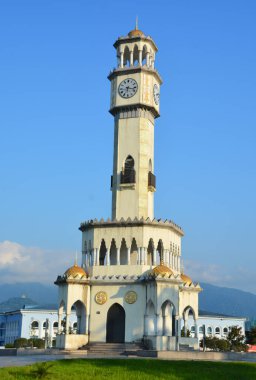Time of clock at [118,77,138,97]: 6:17
